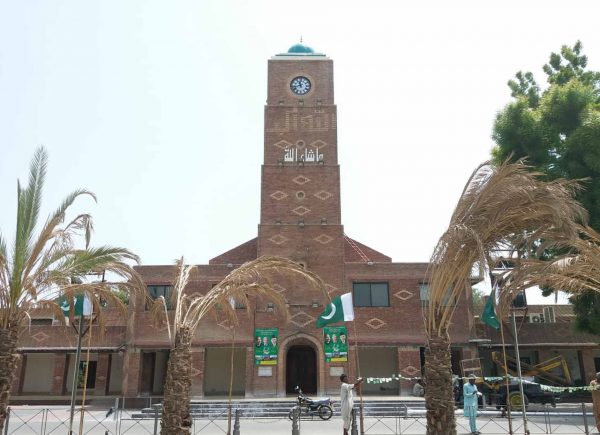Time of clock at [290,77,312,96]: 11:42
